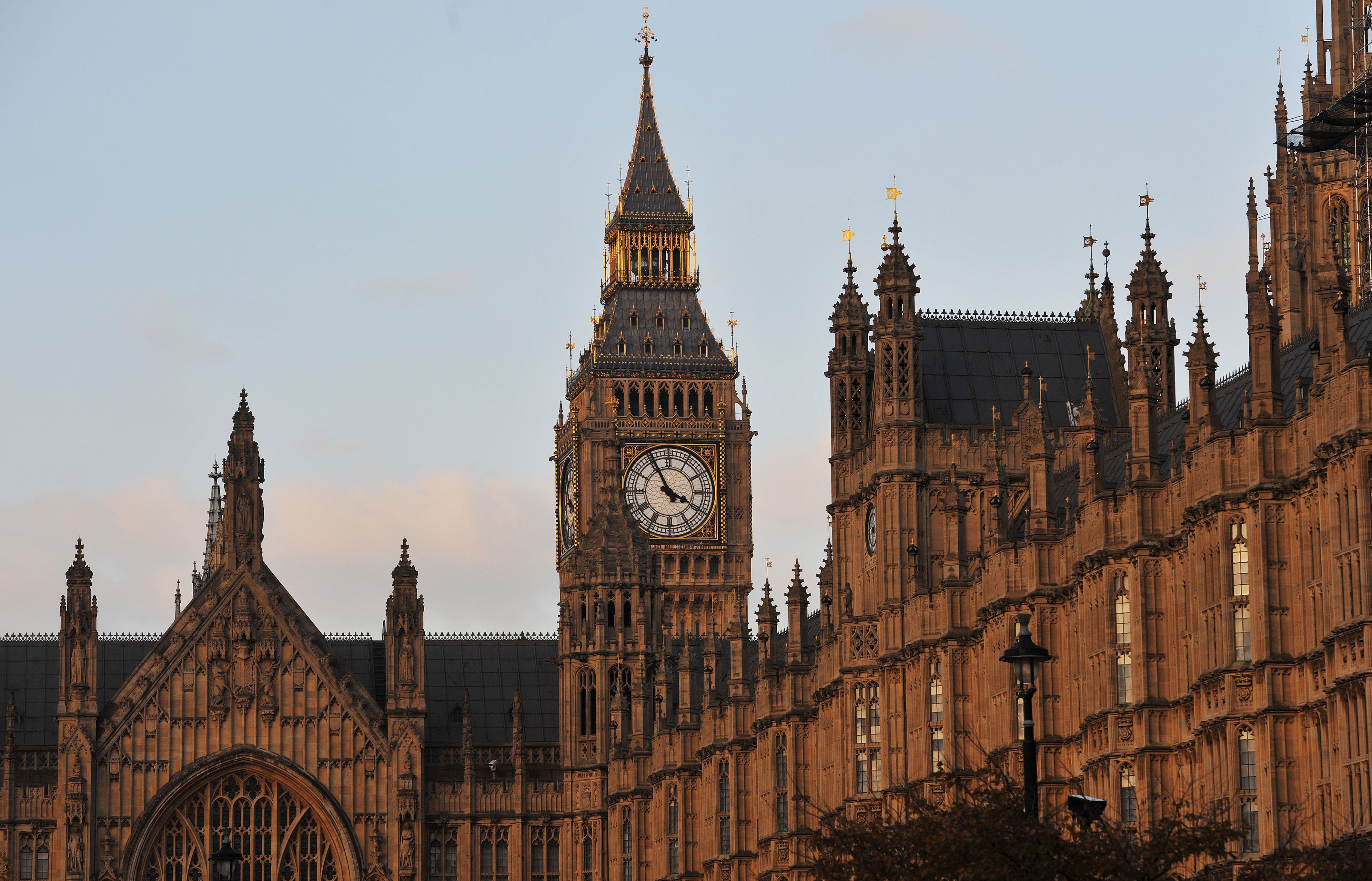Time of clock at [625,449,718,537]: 3:55
